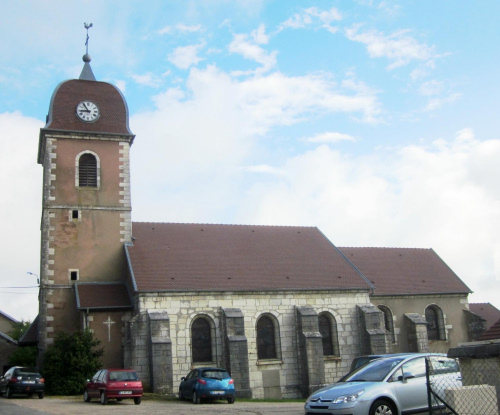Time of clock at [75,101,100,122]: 8:53
